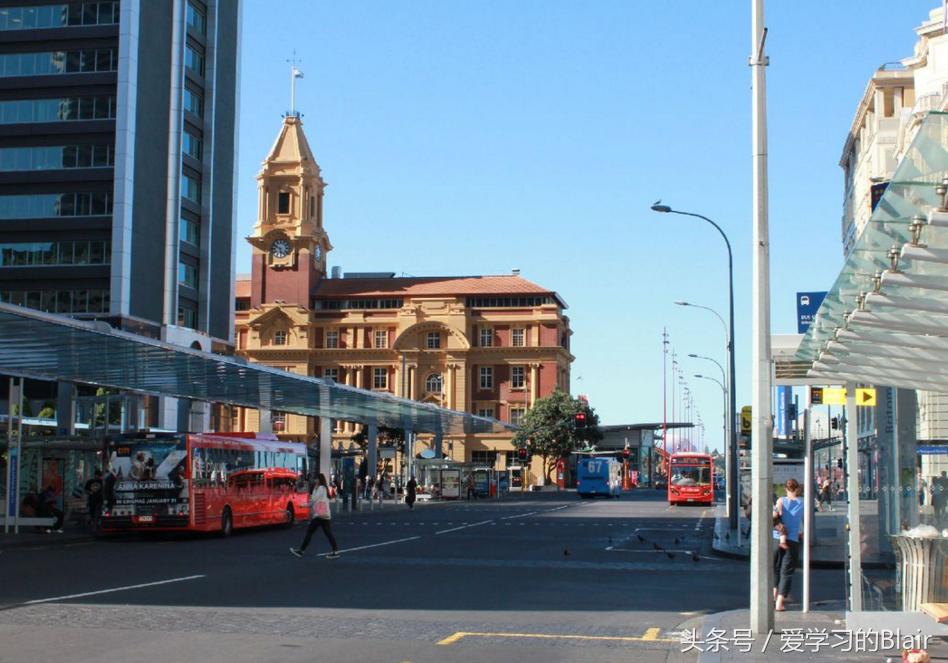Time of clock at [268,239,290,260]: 5:49
